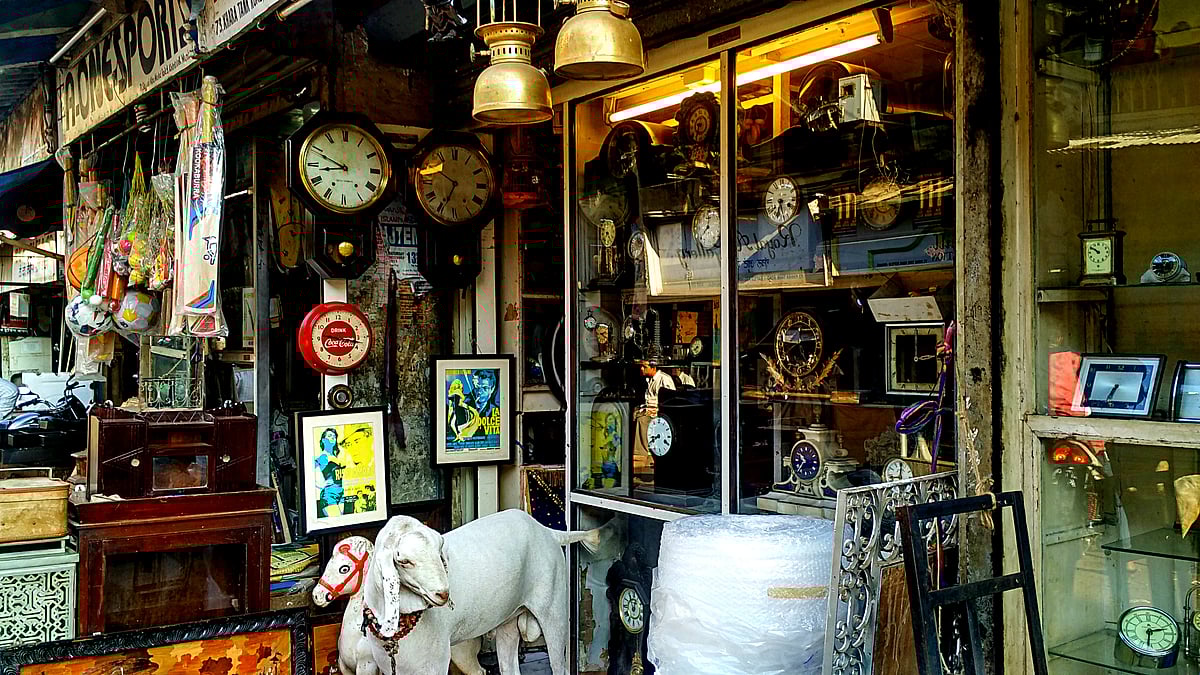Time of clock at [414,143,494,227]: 6:50
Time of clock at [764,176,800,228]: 6:27
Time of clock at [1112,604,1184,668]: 2:31
